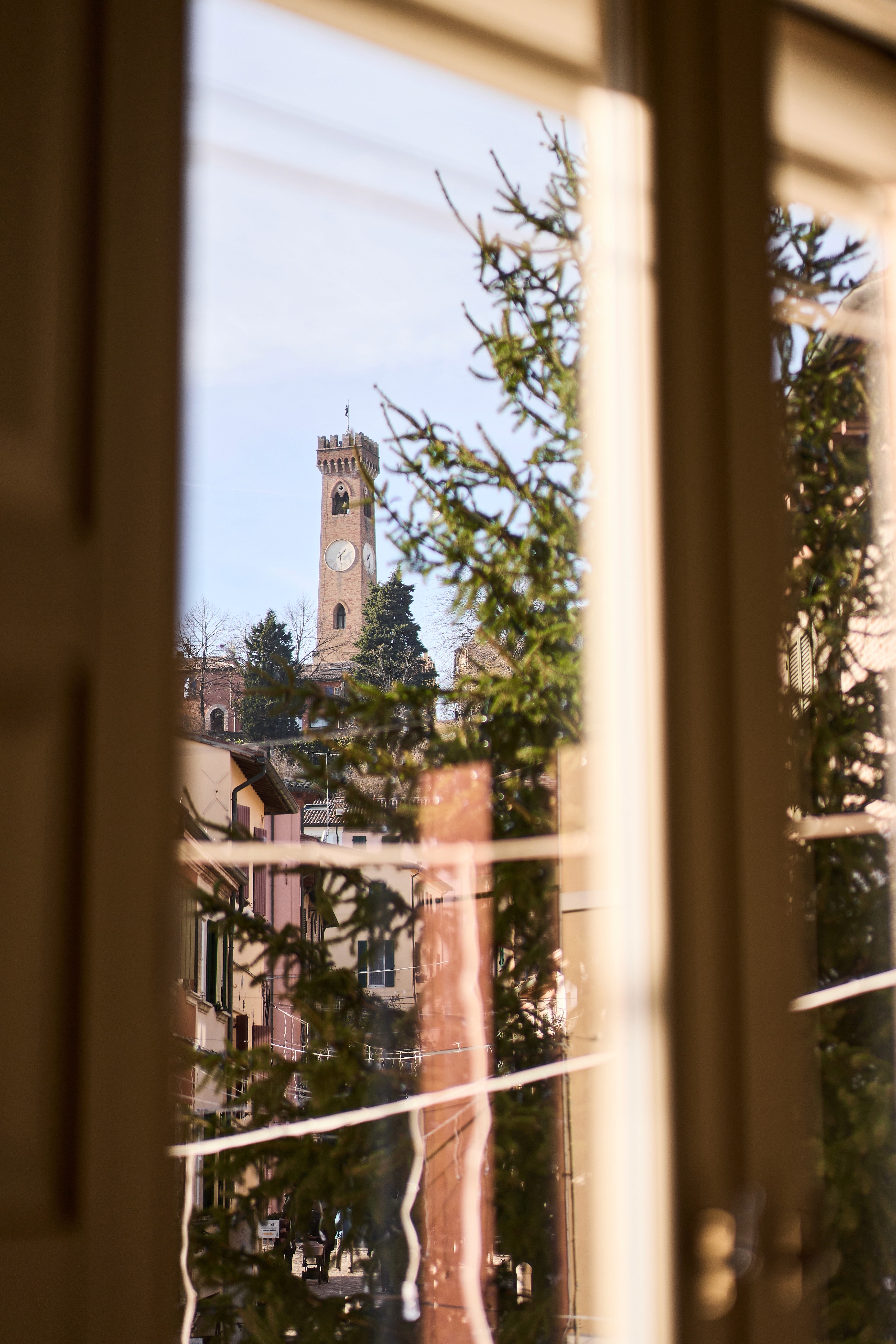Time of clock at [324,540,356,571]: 1:28
